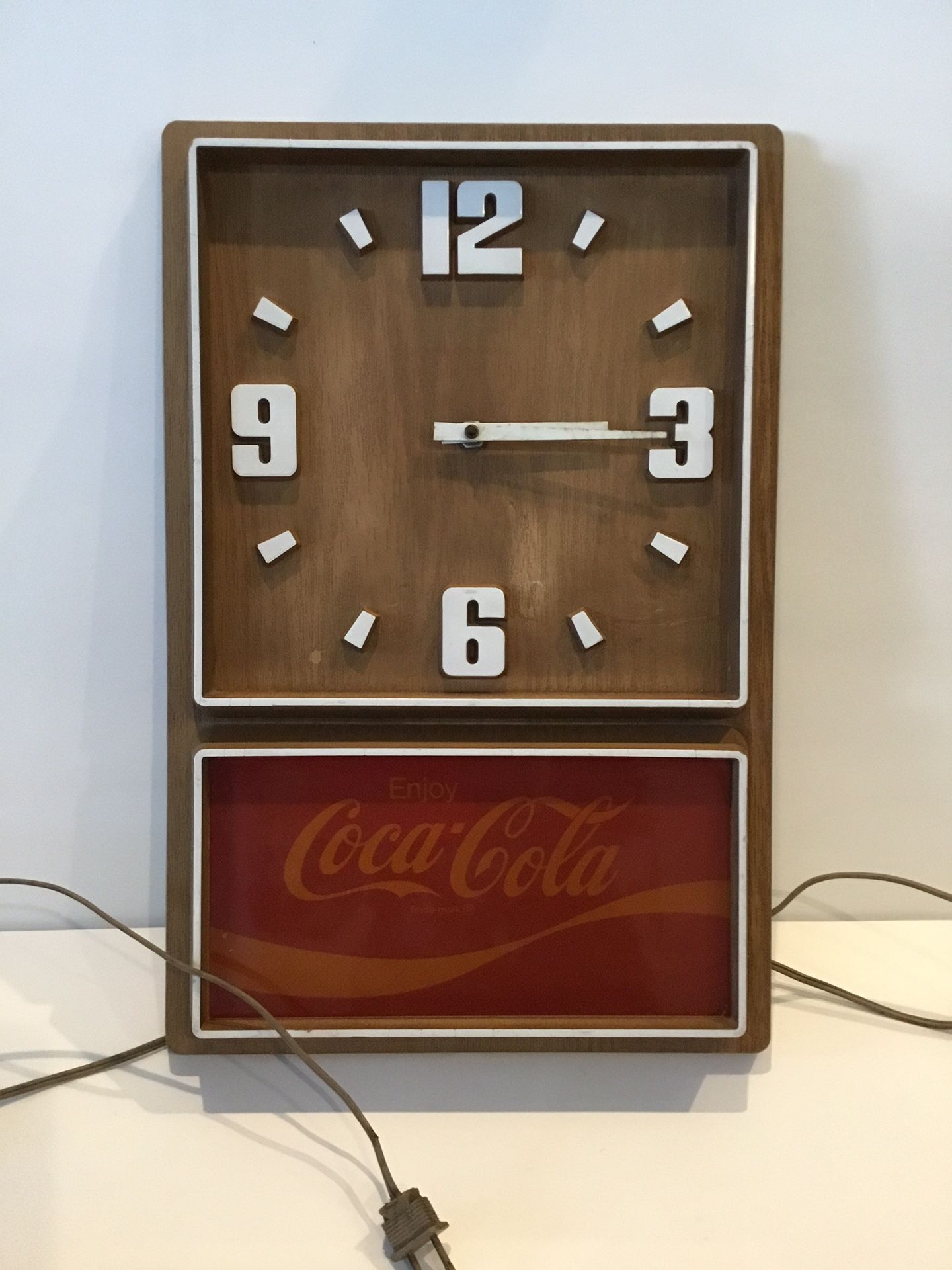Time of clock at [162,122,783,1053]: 3:14
